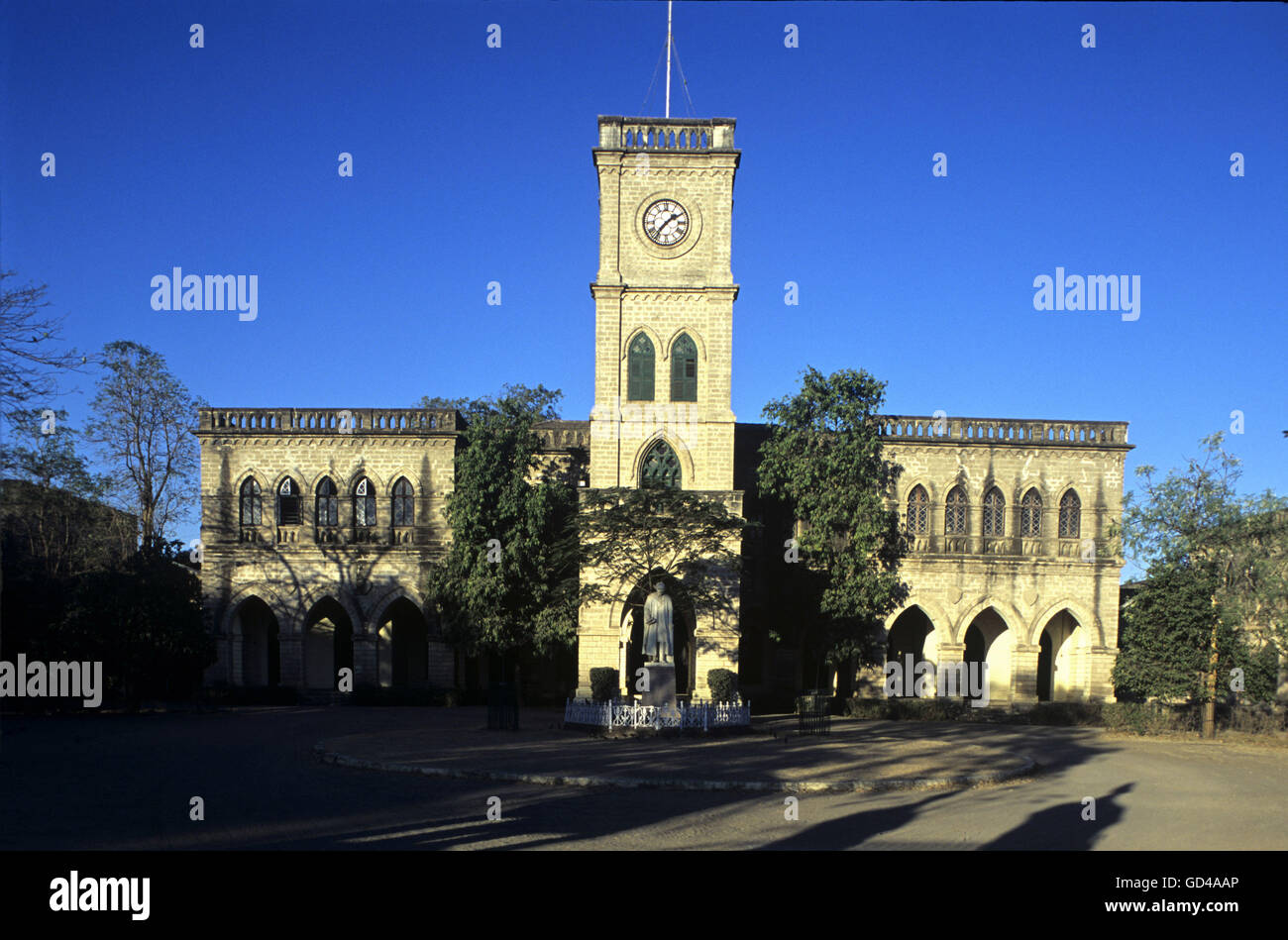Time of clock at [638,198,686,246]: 1:36
